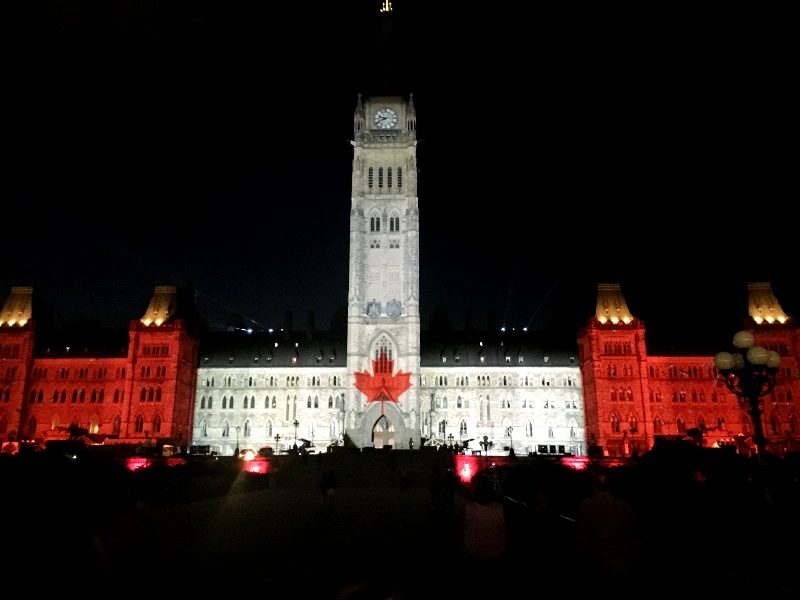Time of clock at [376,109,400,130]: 9:41
